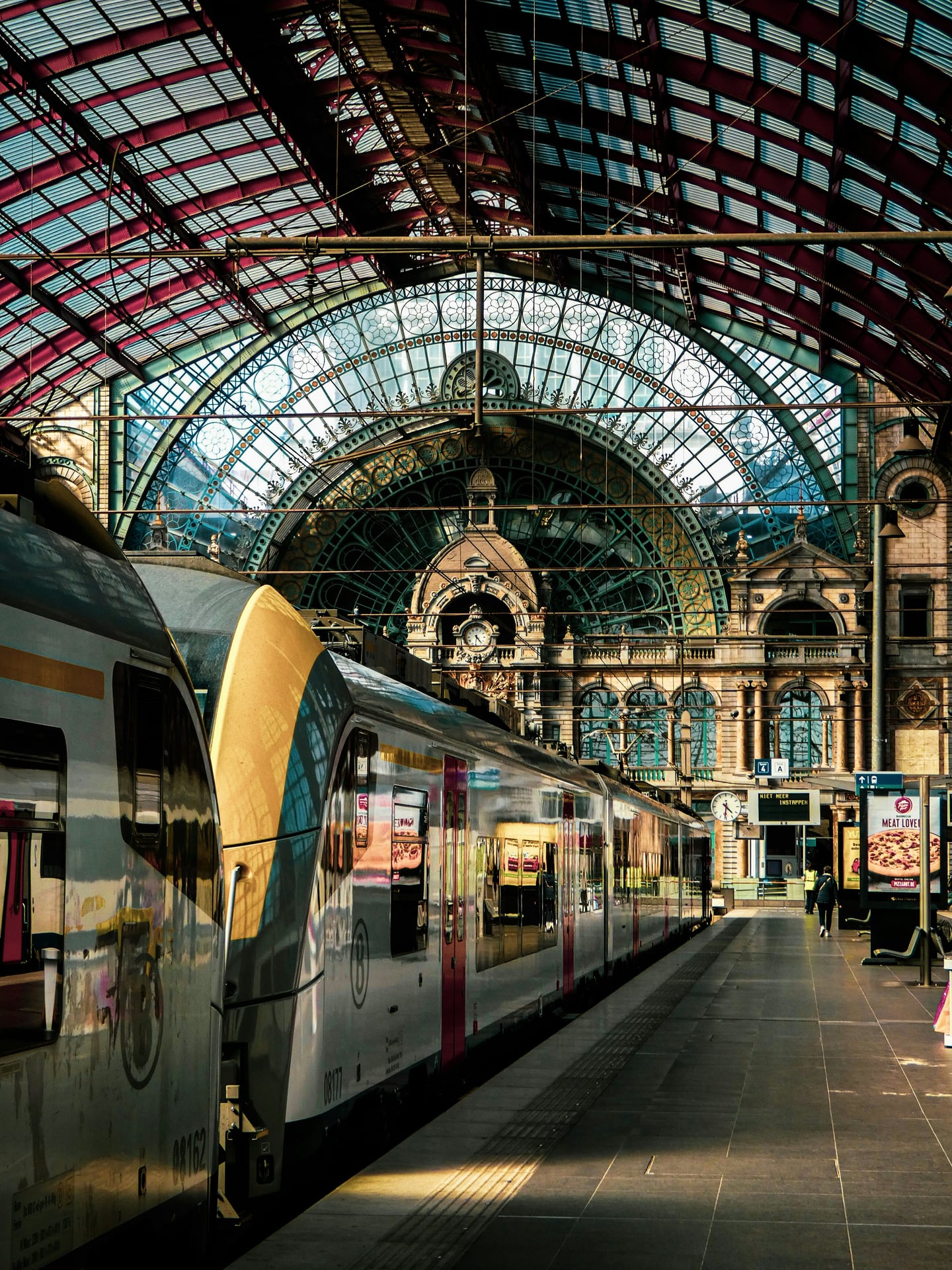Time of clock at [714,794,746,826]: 4:31
